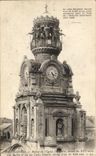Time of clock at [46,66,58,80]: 4:26
